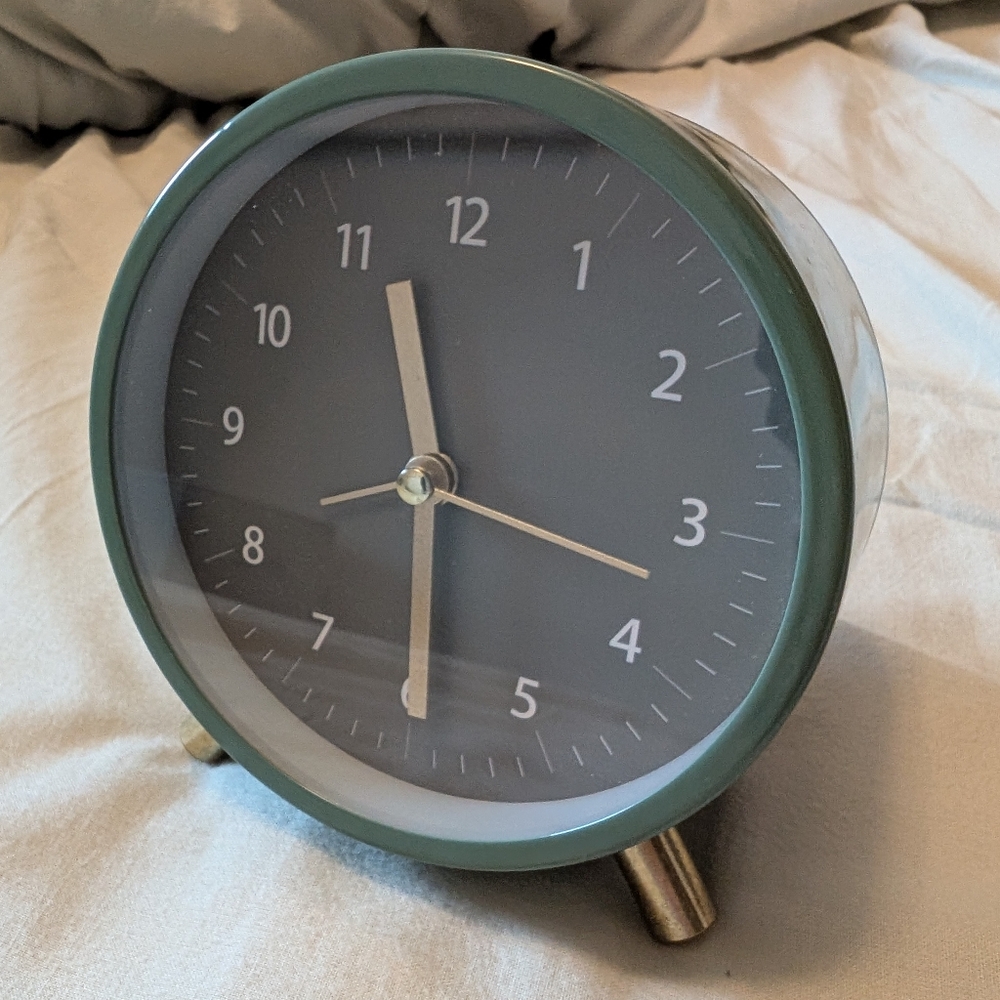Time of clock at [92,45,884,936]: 11:29
